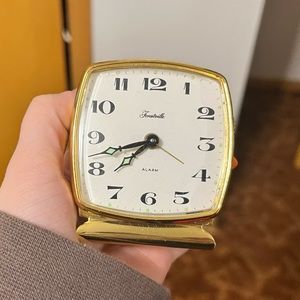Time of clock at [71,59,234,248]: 7:42
